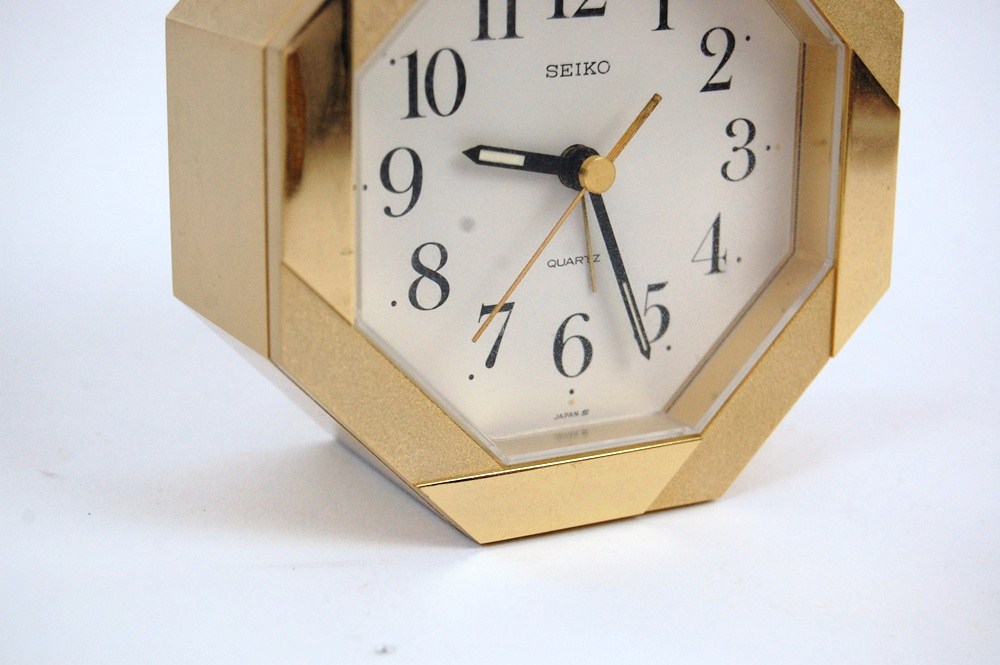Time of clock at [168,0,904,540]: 9:26
